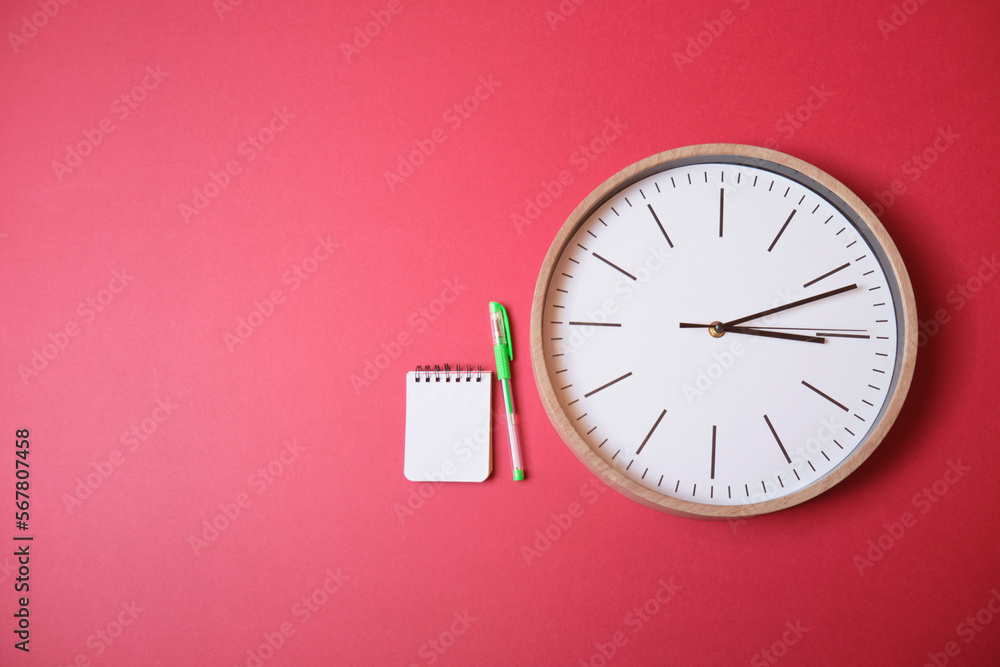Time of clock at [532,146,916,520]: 3:11
